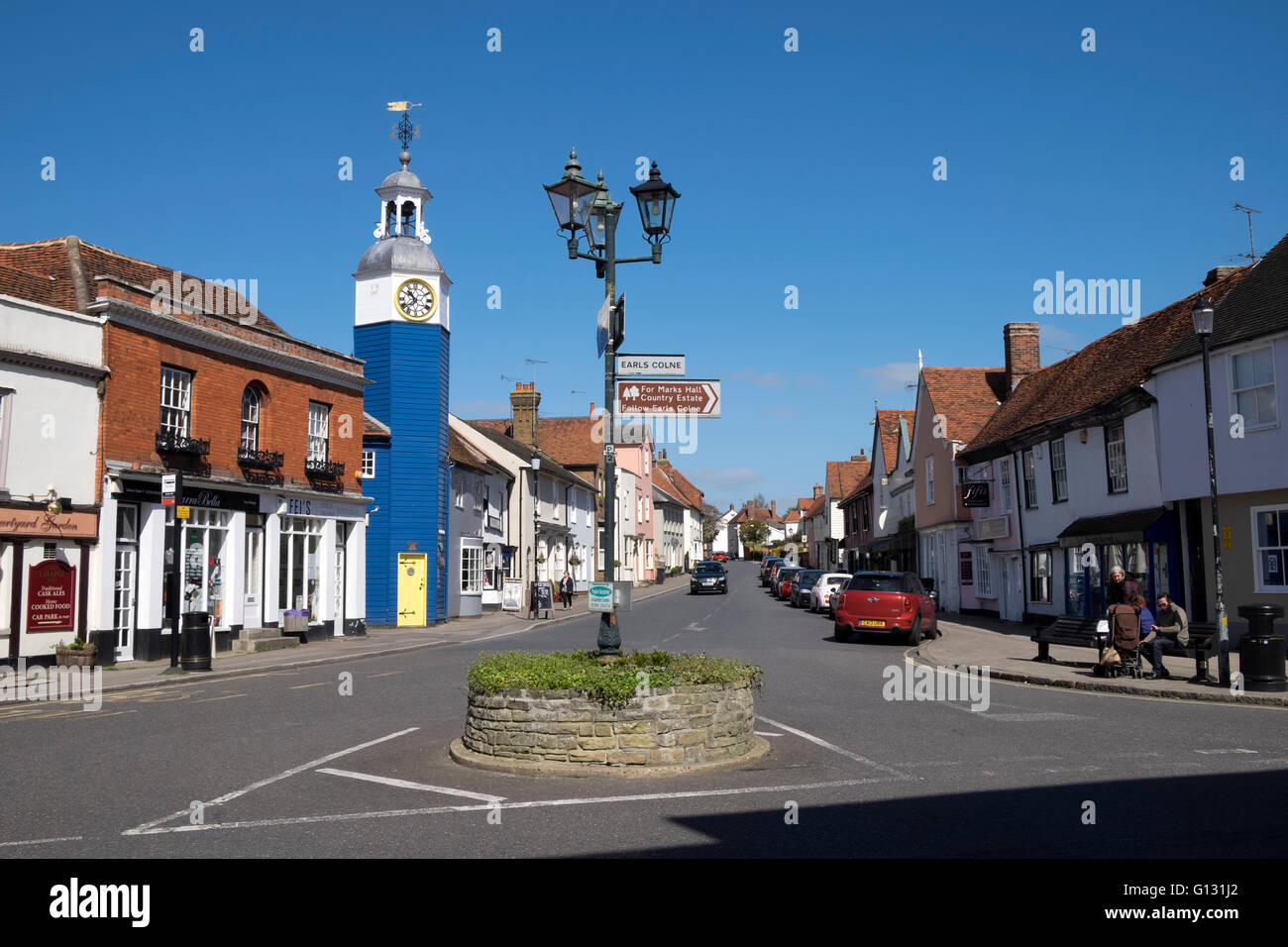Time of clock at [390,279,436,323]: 10:38
